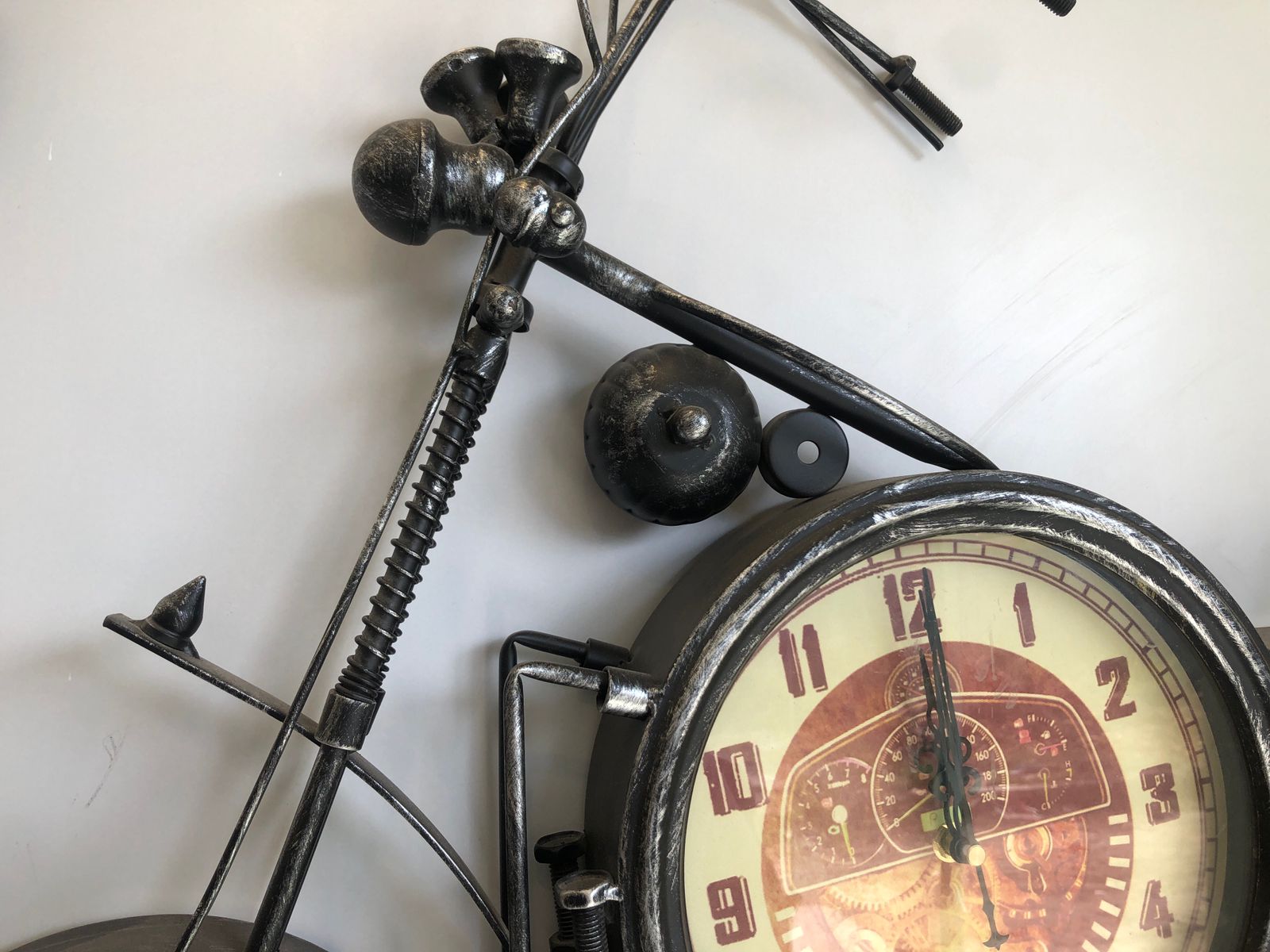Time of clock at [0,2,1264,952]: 12:00
